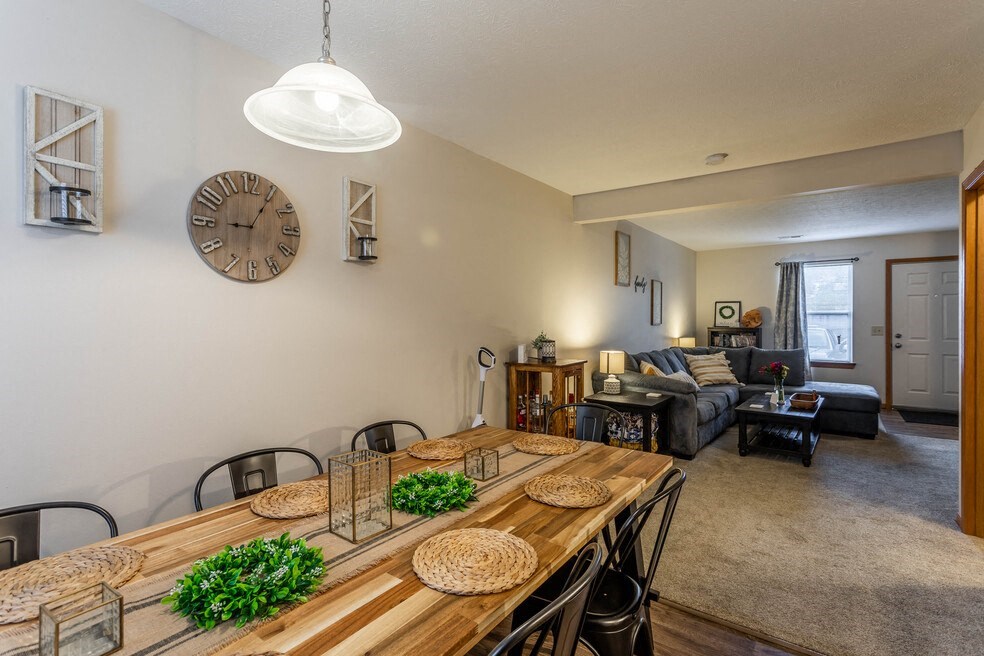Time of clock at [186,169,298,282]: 9:05
